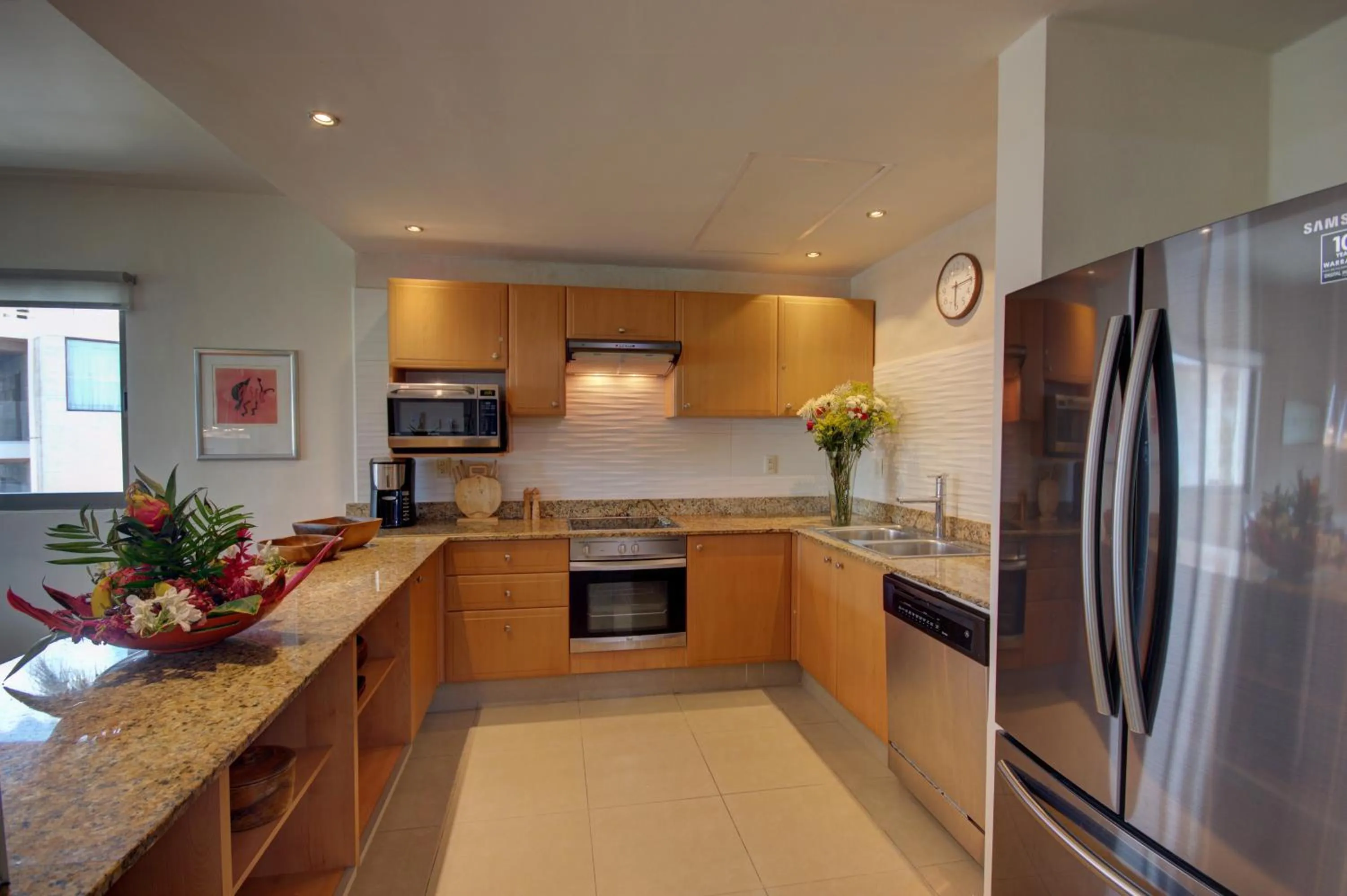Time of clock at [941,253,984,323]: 6:14
